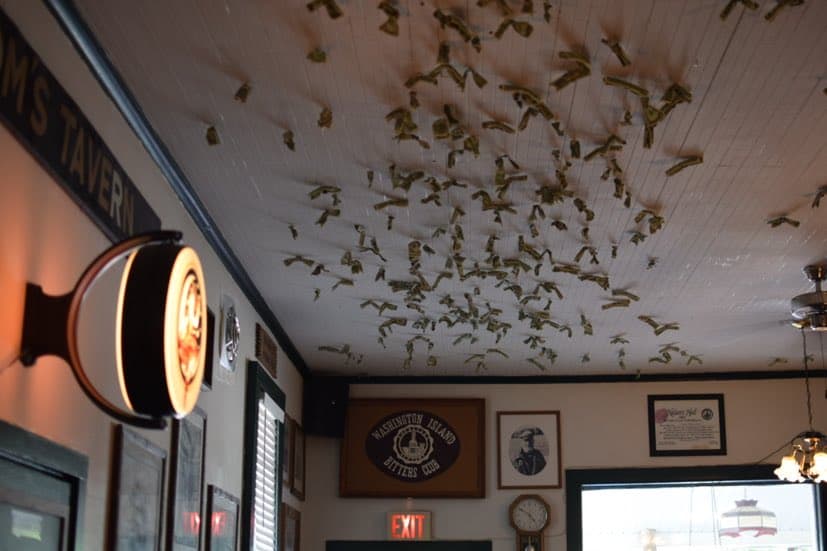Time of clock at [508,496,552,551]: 4:50
